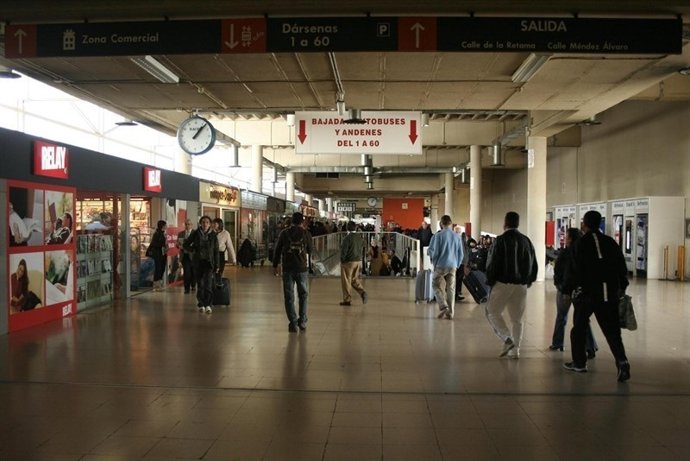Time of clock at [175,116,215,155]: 1:07
